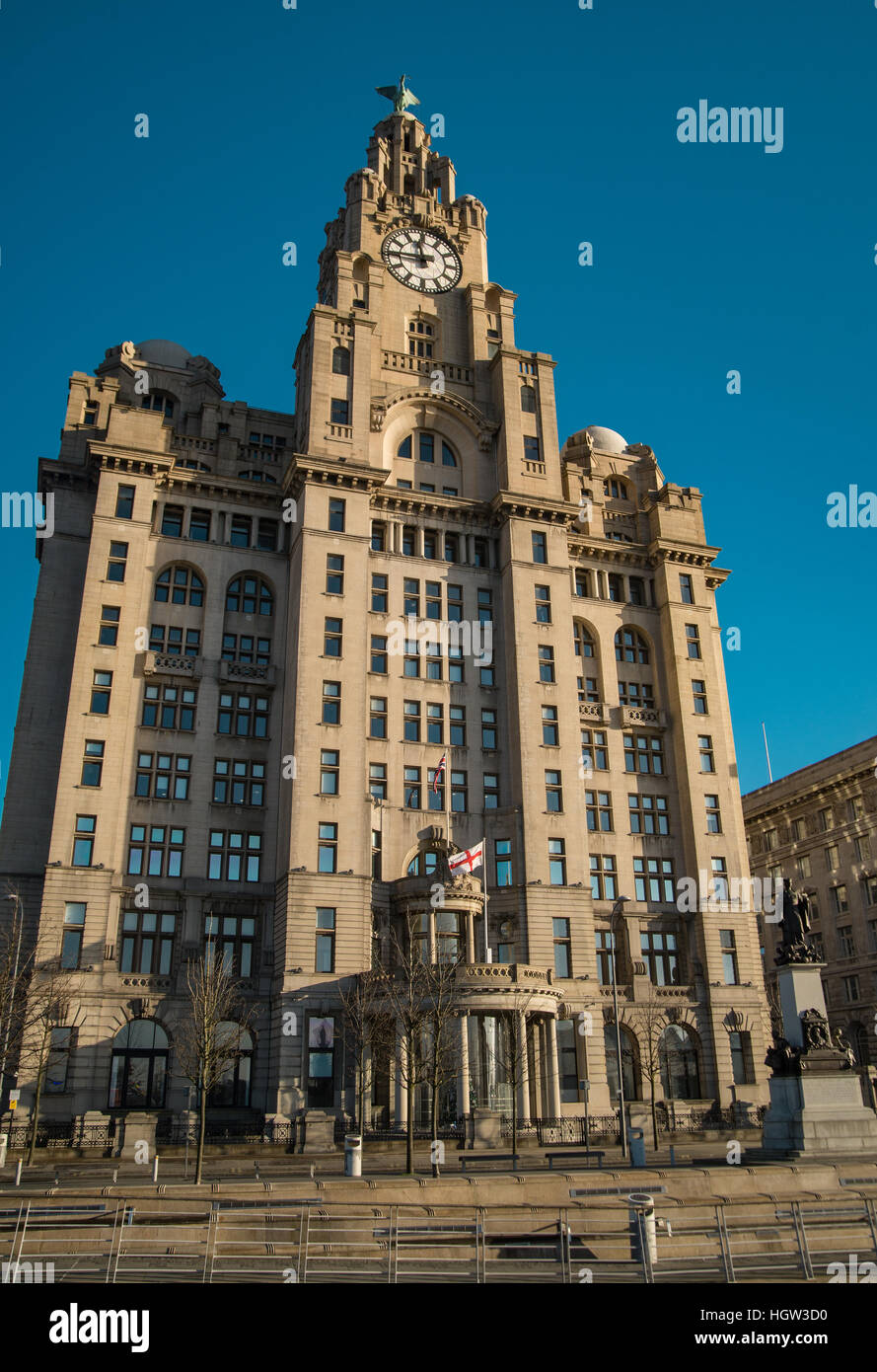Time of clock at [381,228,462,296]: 11:44
